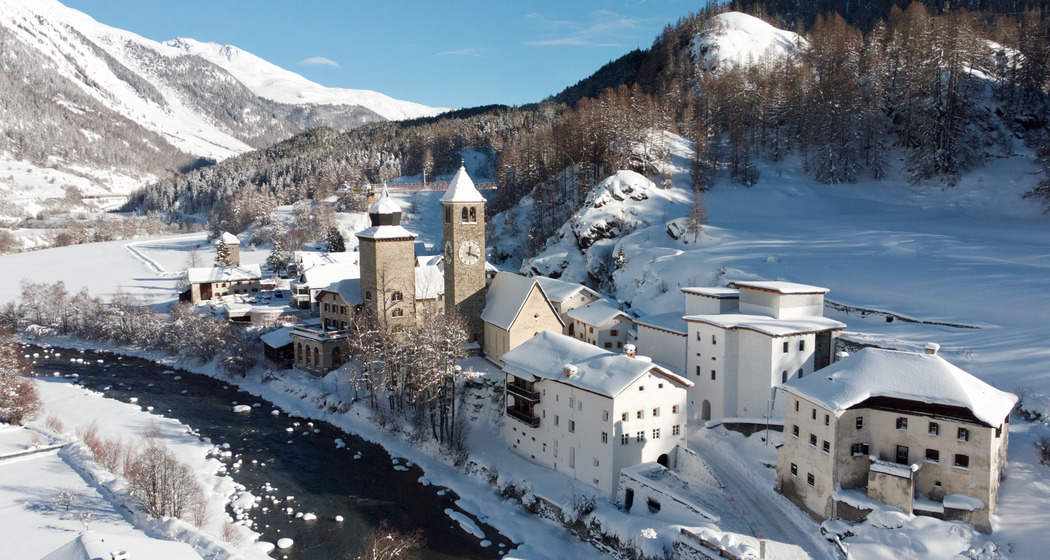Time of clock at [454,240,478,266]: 12:18
